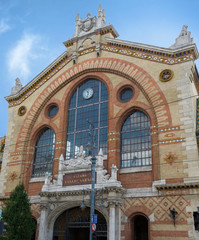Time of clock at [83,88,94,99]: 11:32
